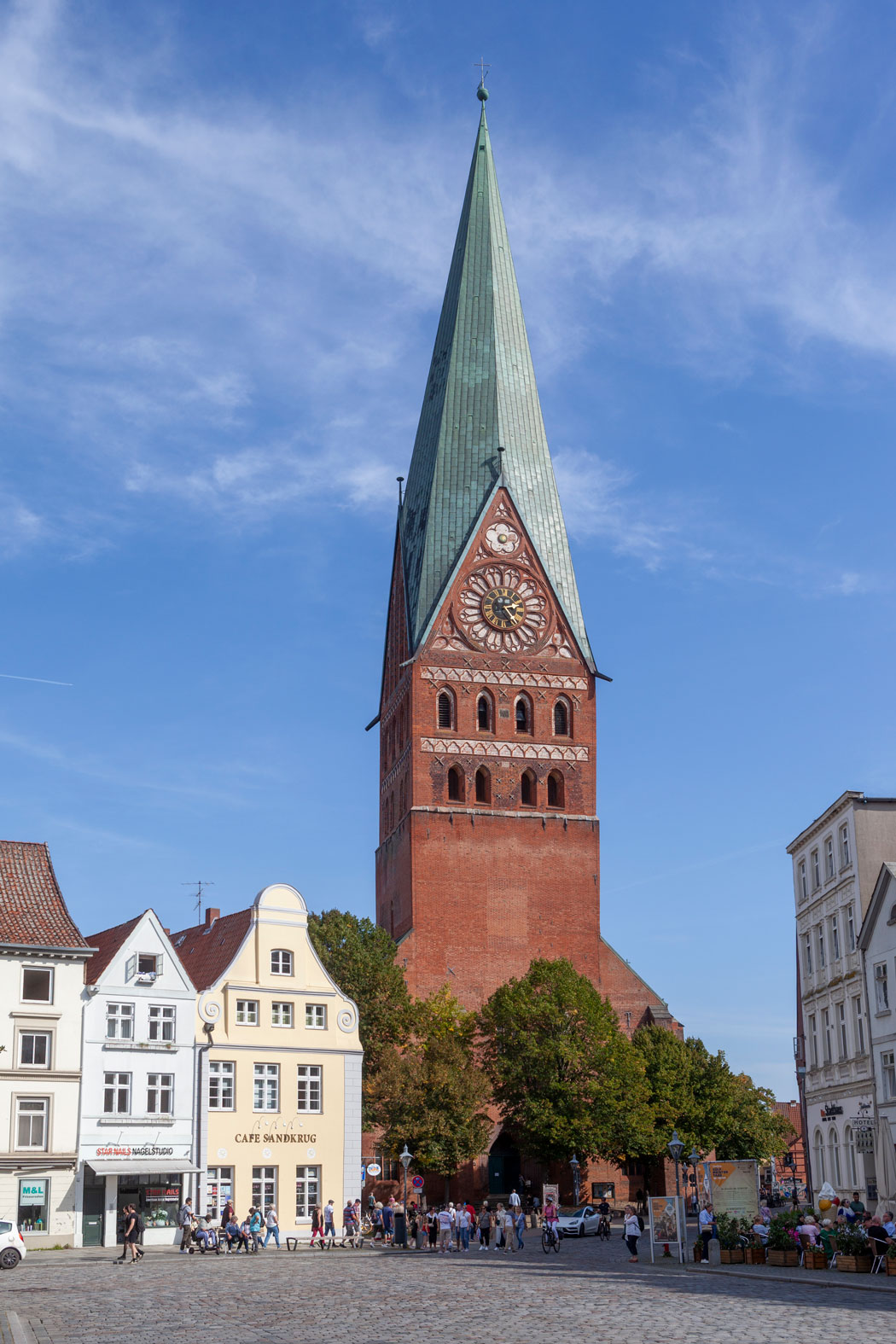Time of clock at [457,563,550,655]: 2:24
